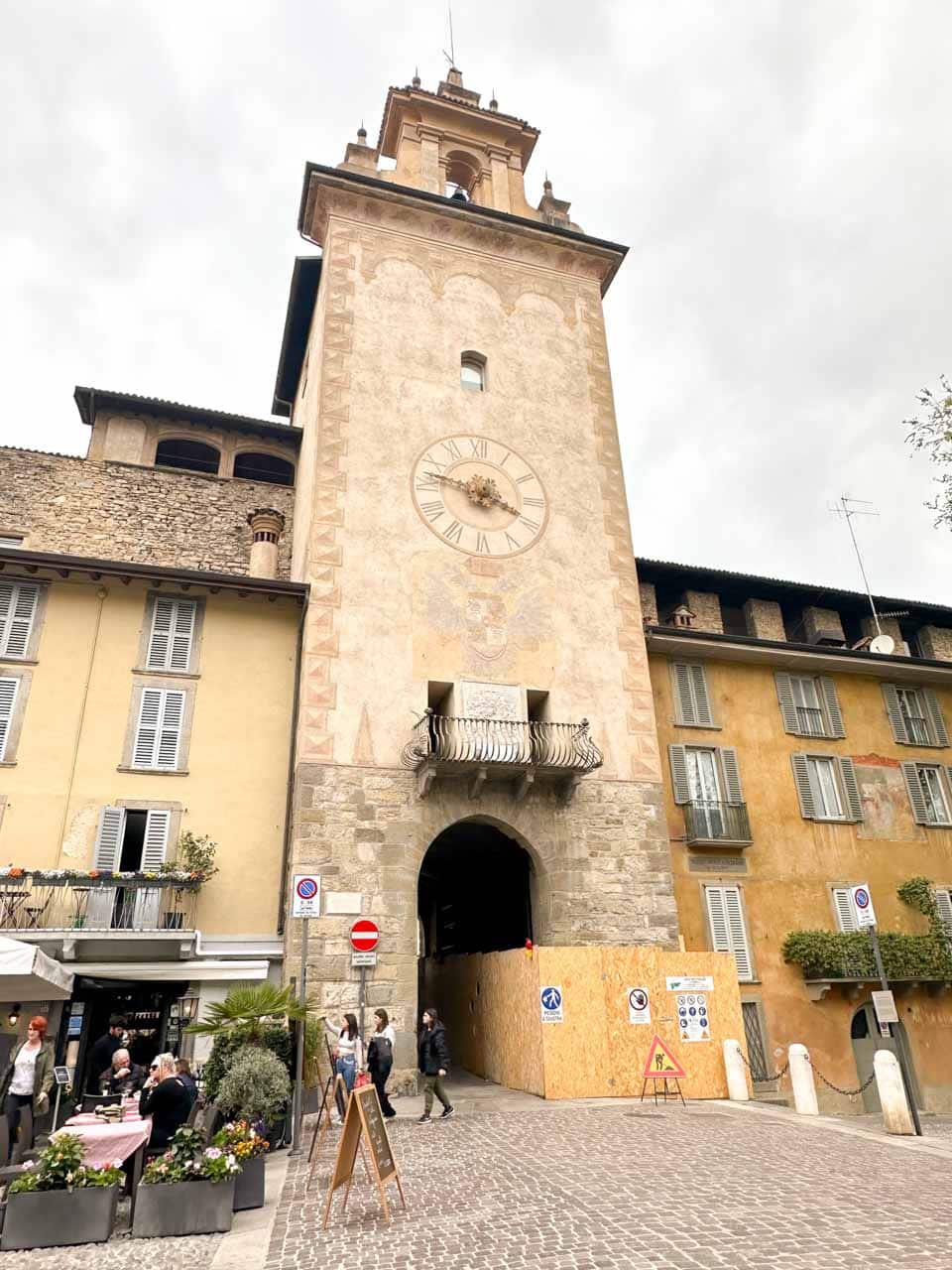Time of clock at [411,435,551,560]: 3:47
